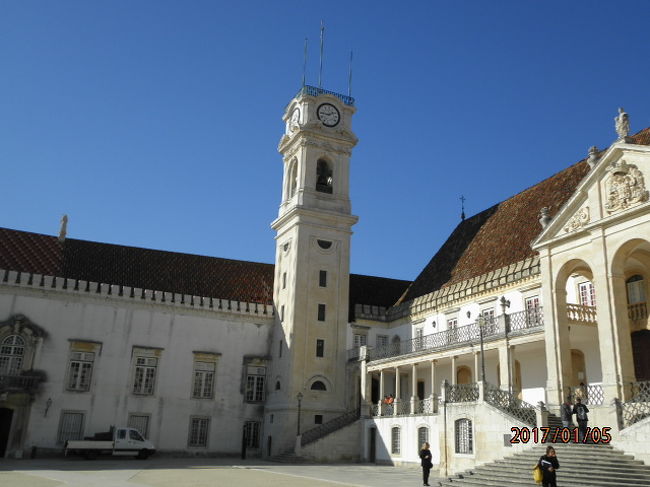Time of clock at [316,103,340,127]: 1:46
